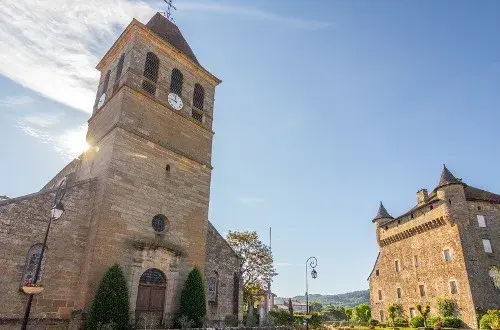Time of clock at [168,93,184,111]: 11:46
